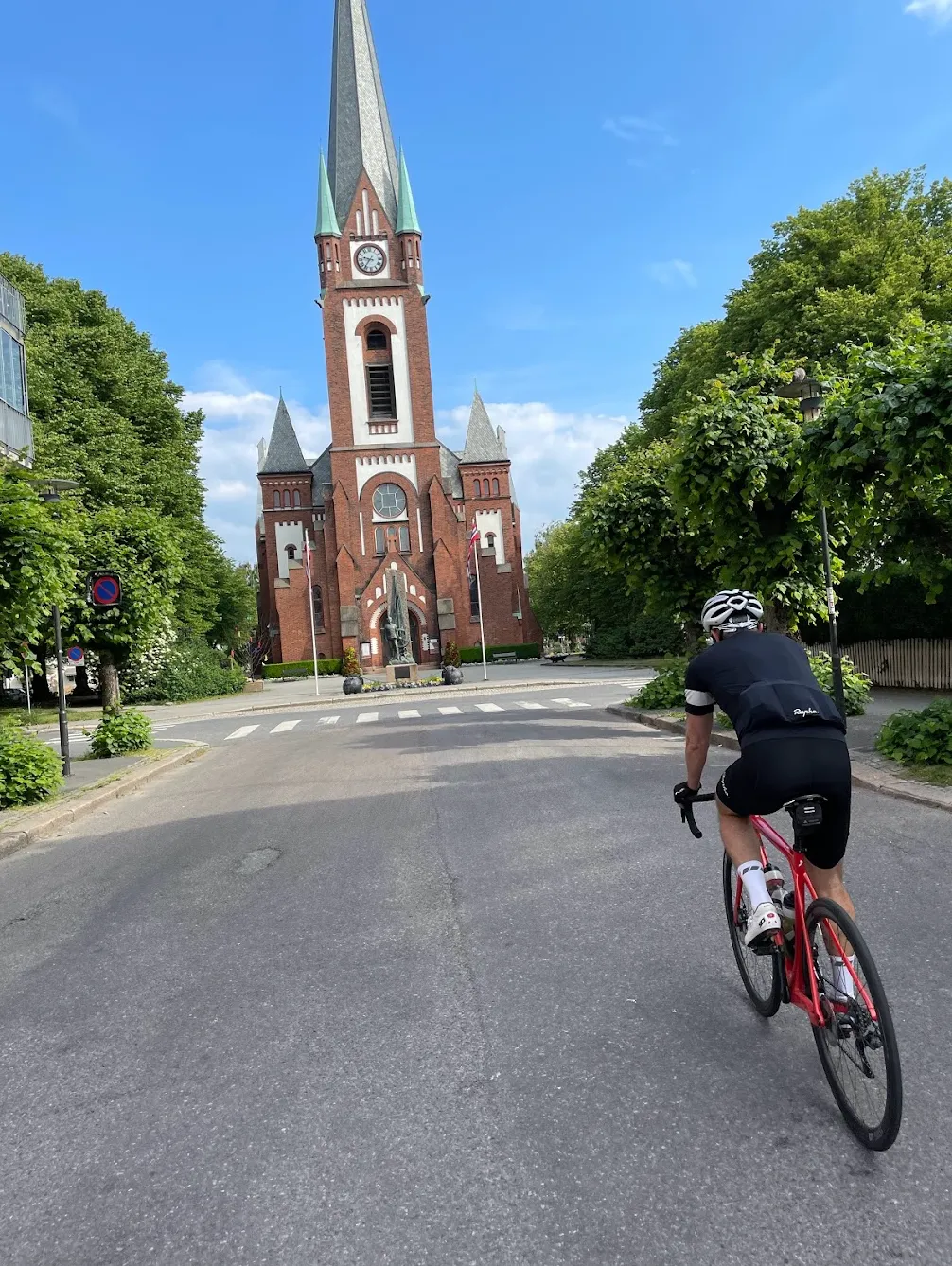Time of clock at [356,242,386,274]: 9:36
